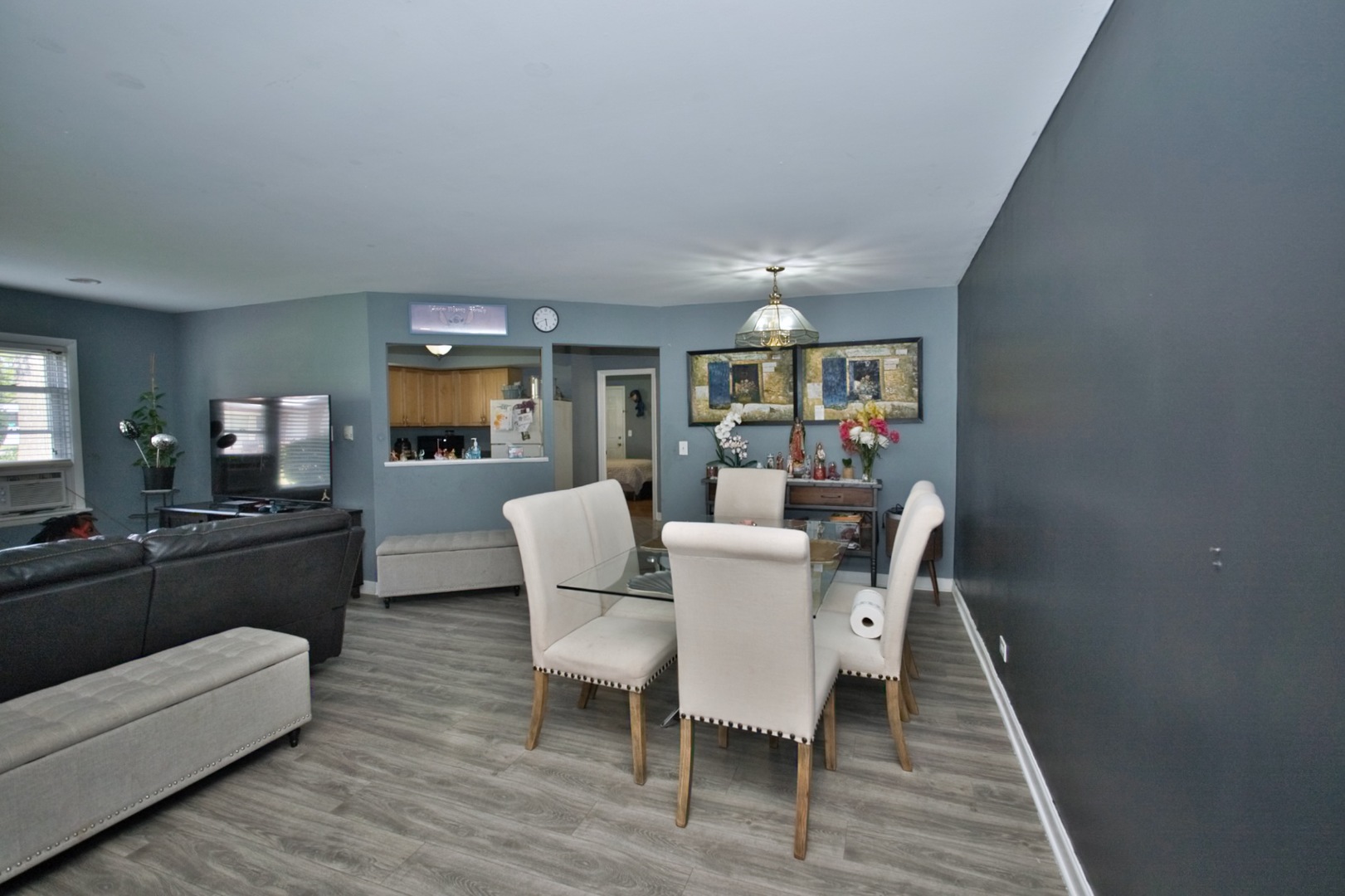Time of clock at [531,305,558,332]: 5:40
